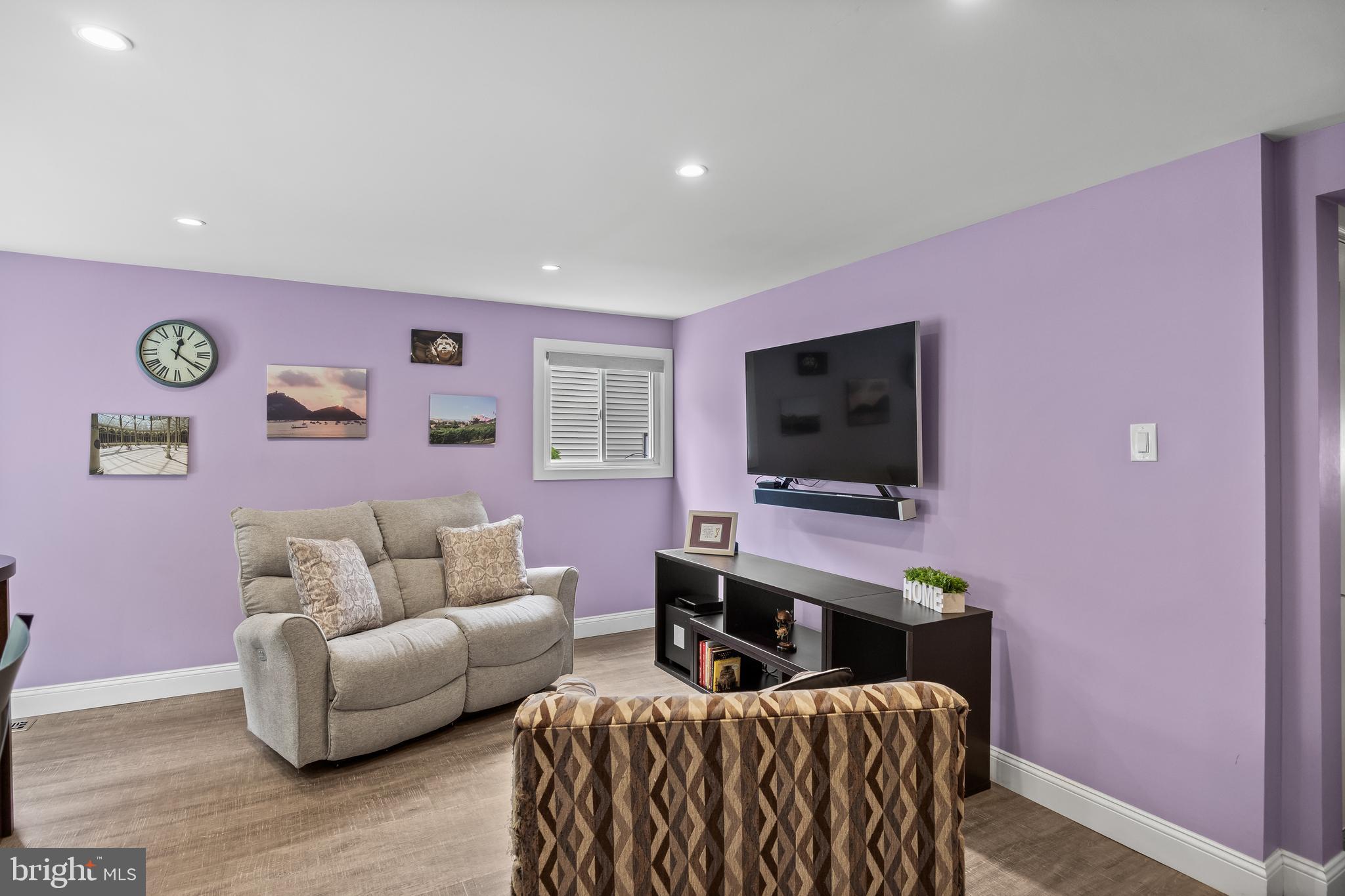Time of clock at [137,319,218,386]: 12:21
